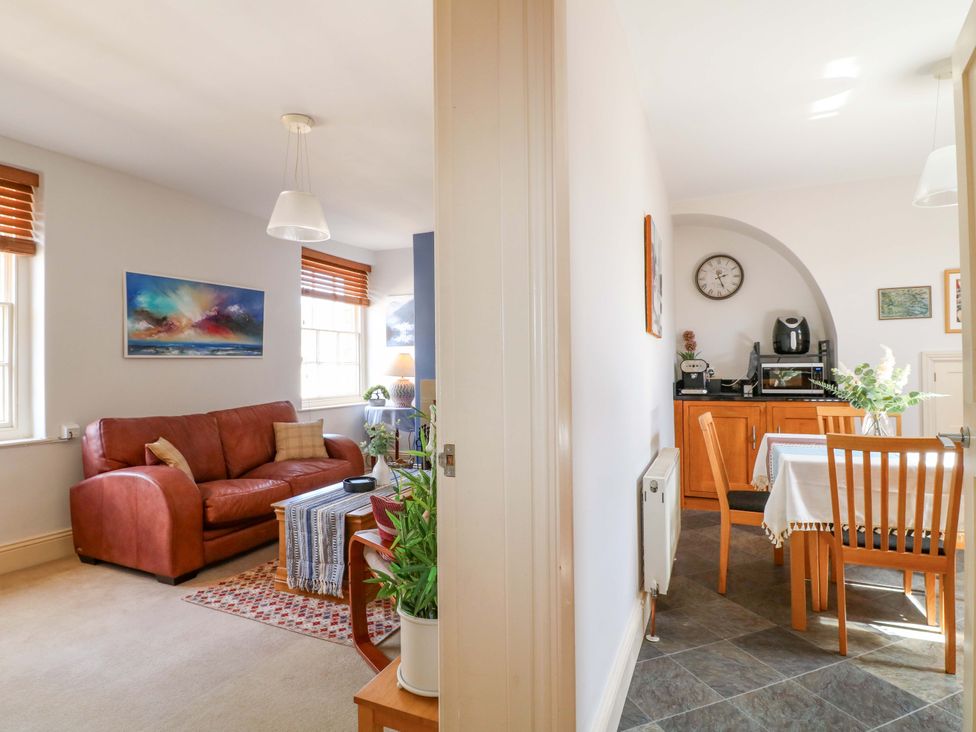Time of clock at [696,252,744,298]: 2:26
